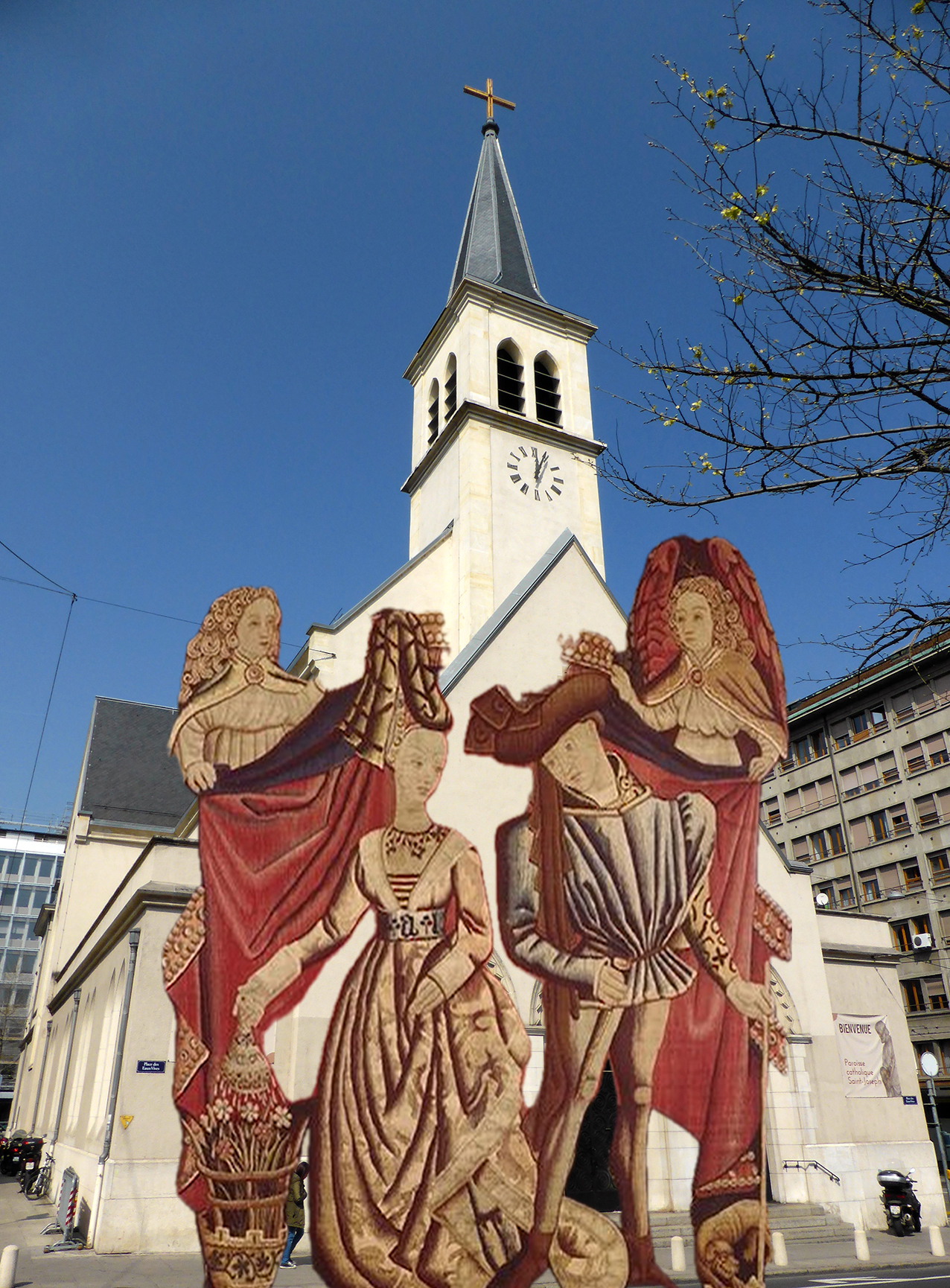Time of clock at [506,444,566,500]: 12:03
